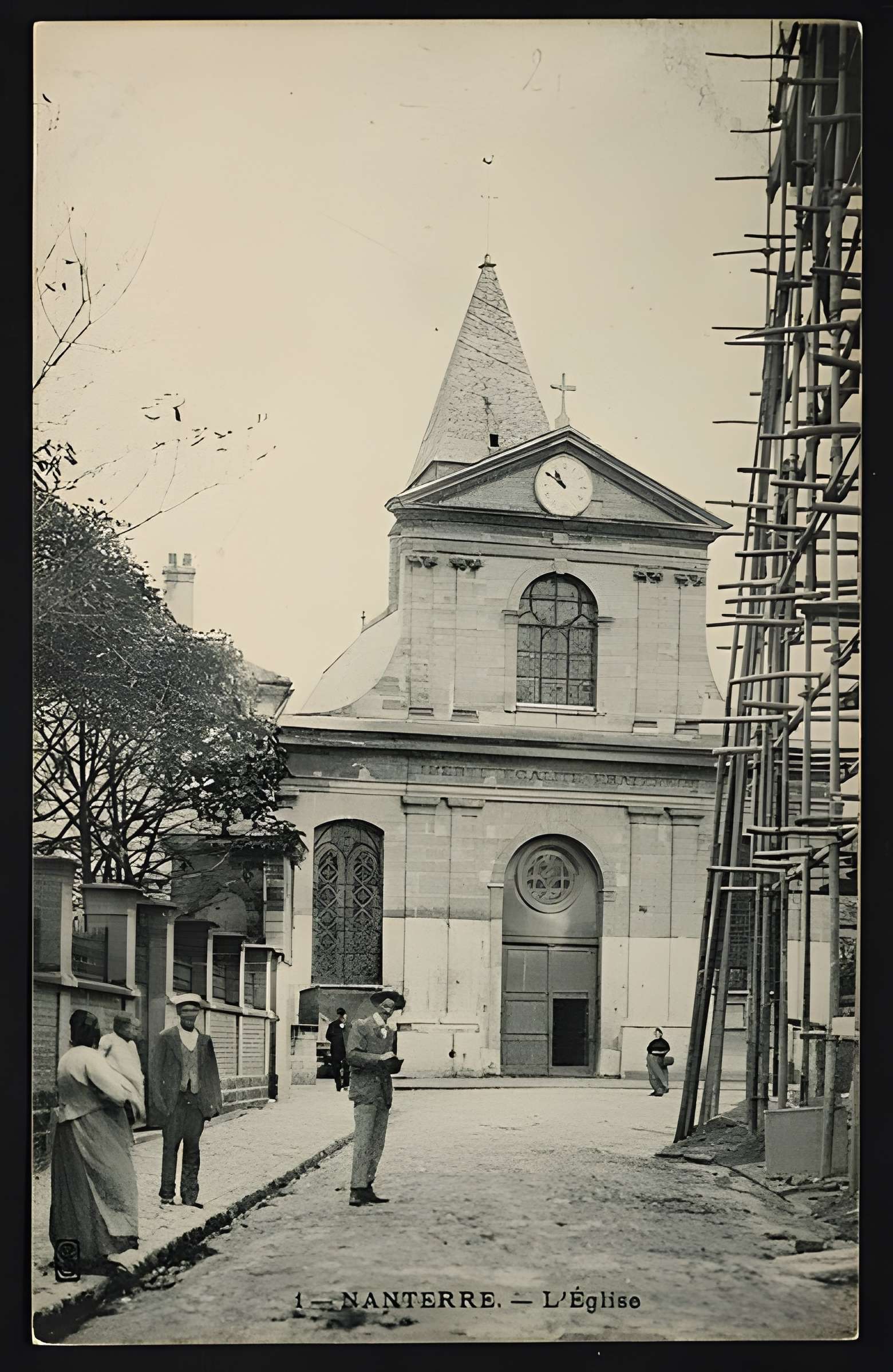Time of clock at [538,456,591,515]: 10:50
